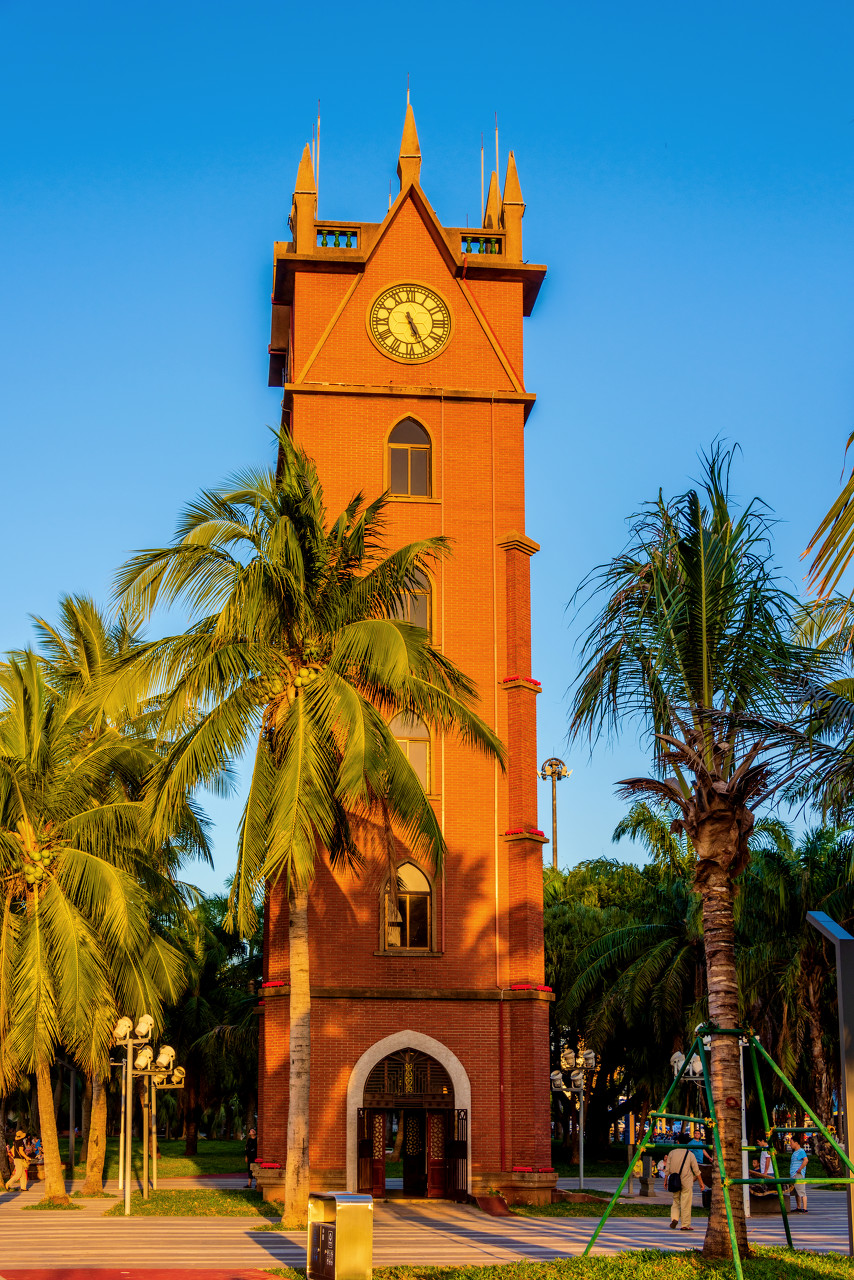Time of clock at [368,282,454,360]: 5:25
